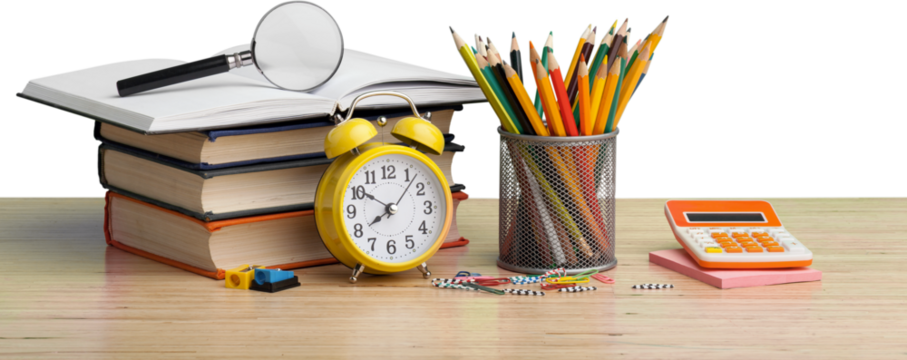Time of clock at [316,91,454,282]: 7:50
